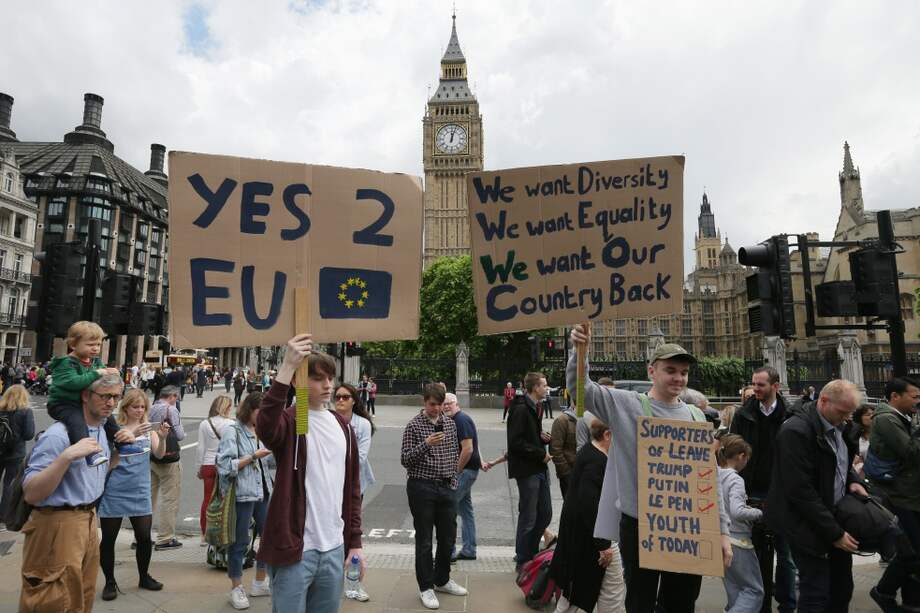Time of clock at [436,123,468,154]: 12:03
